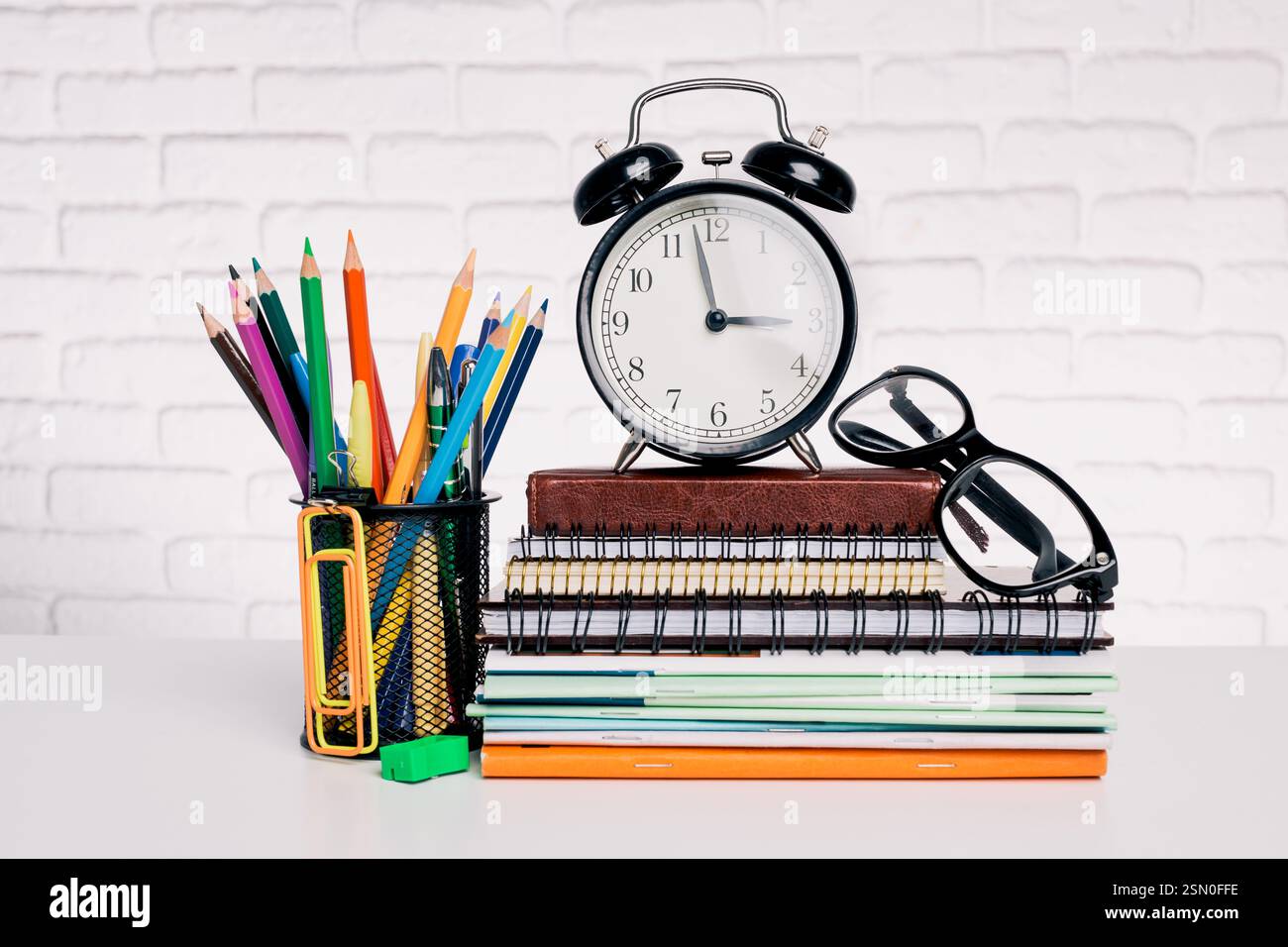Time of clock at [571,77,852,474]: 2:58
